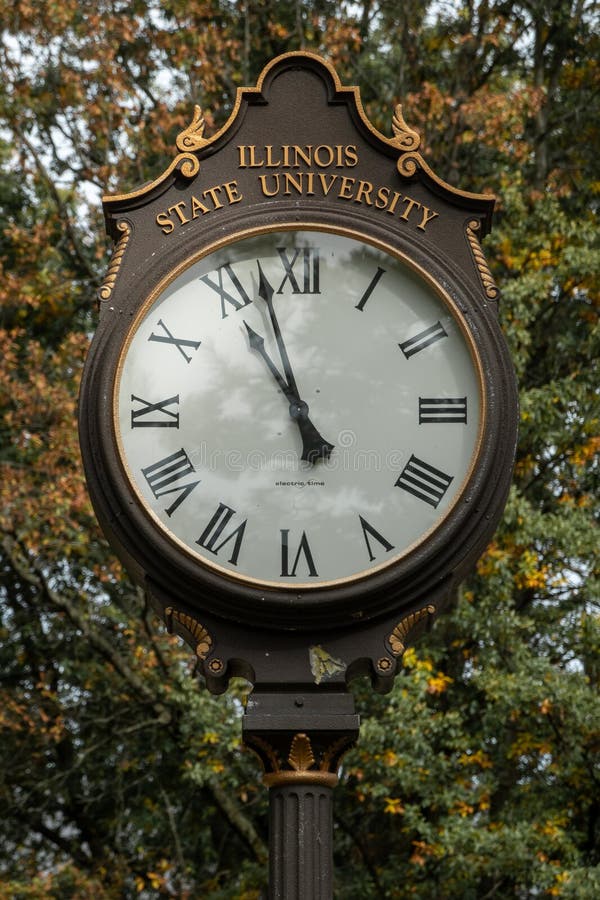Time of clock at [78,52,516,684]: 10:57
